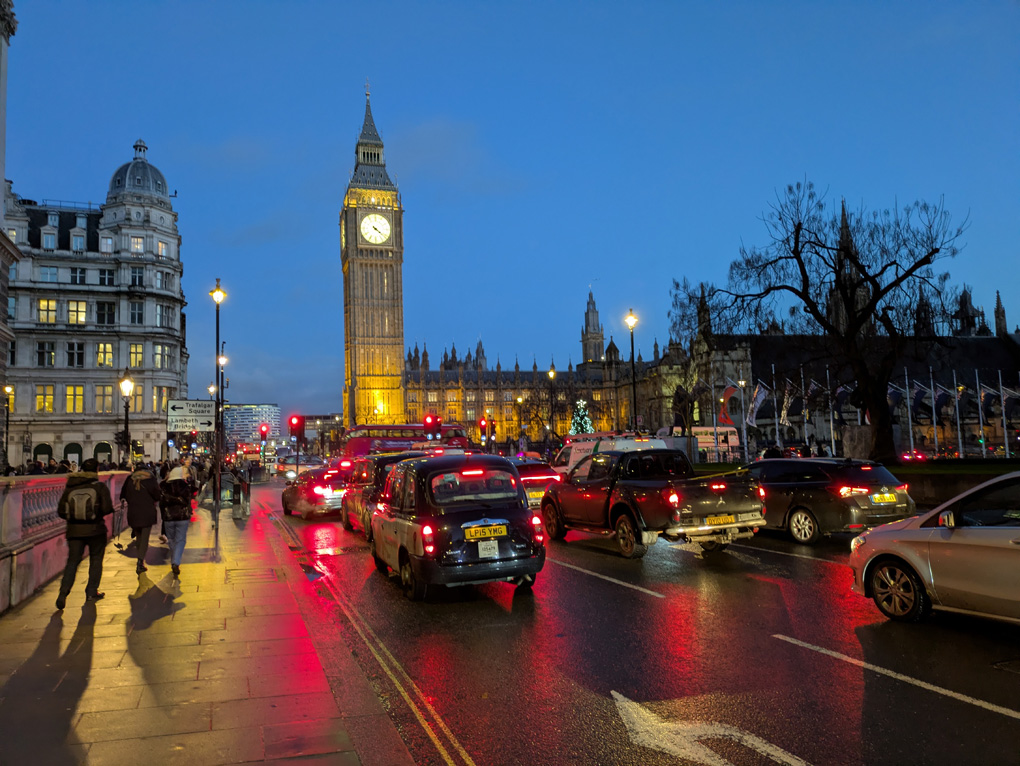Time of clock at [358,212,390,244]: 4:21
